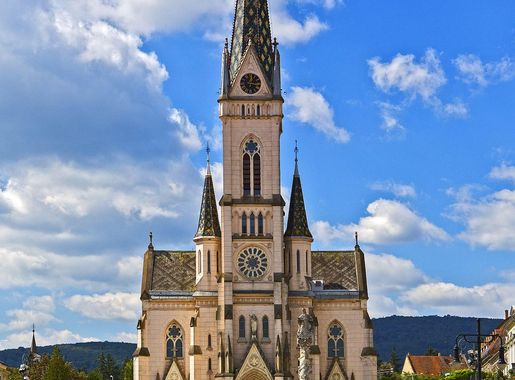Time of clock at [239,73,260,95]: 1:16
